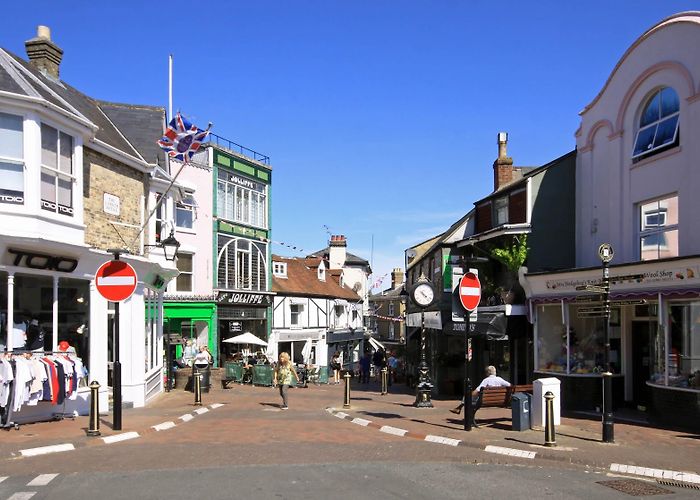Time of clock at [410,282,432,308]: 4:22
